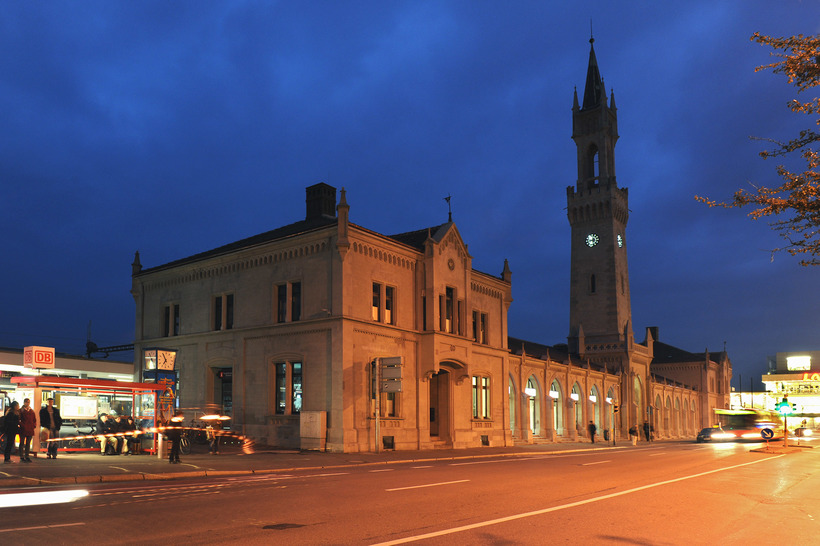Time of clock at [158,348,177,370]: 6:54
